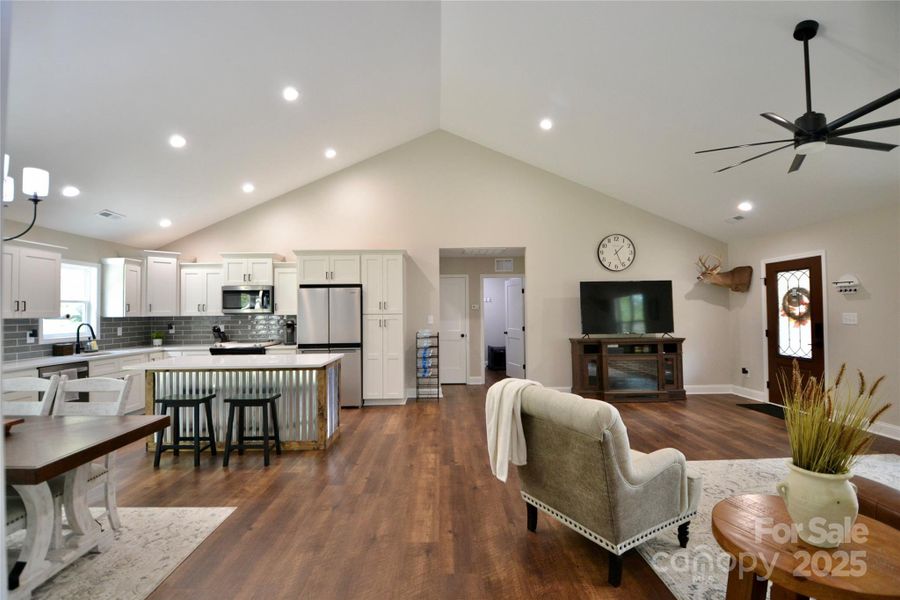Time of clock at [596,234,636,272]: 1:26
